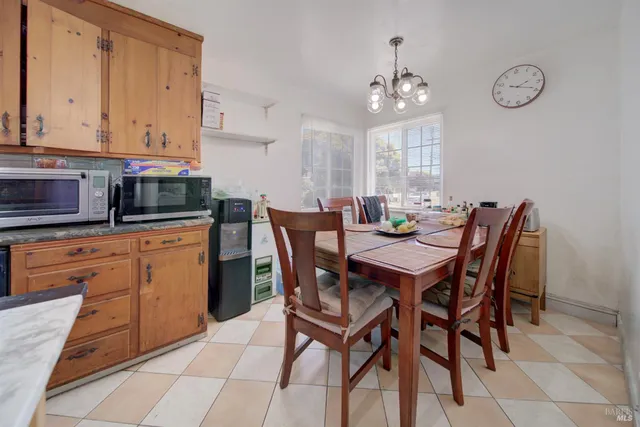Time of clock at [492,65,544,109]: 2:18
